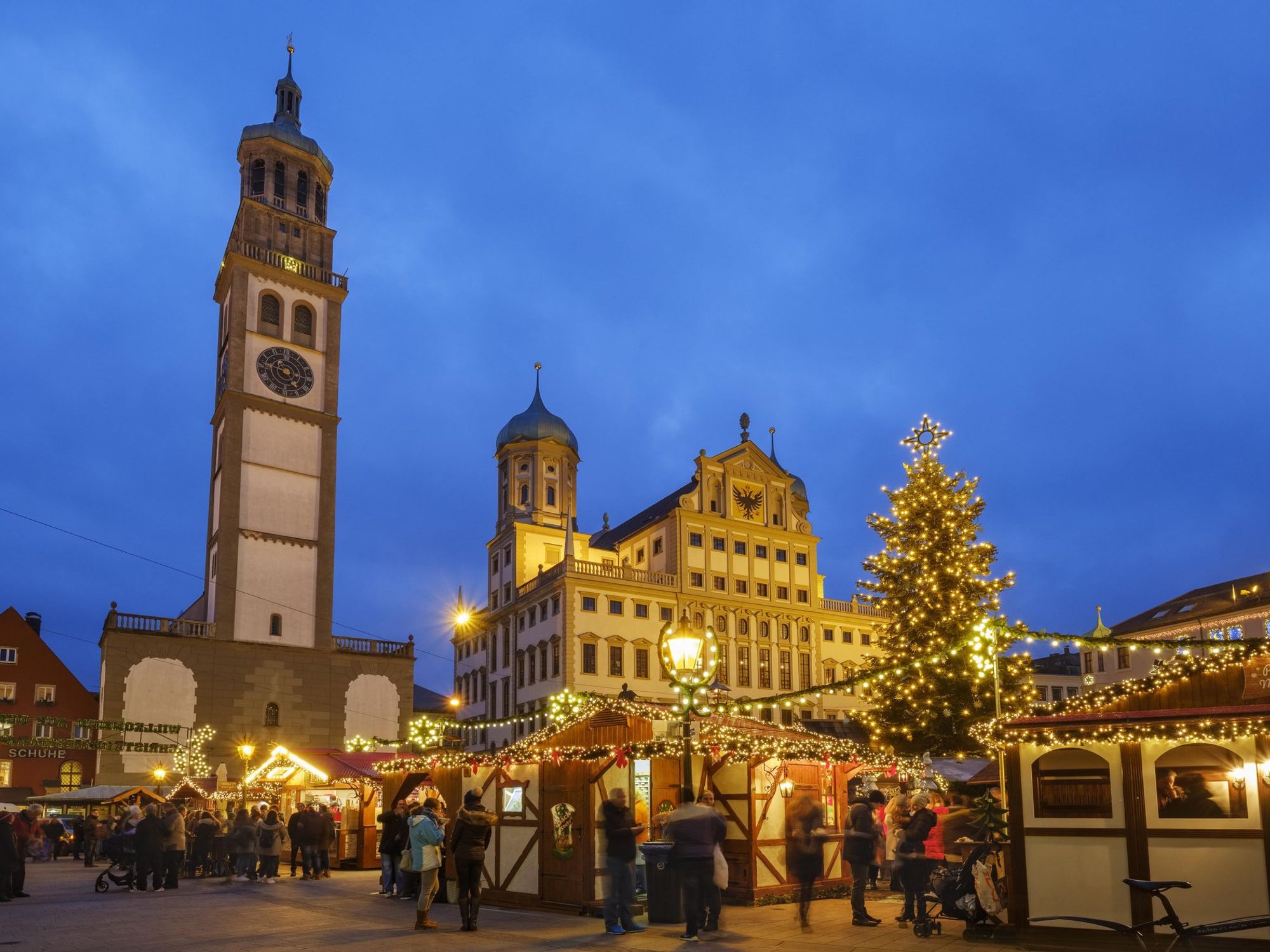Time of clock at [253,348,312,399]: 4:46
